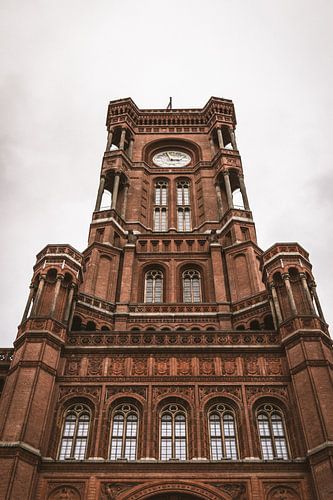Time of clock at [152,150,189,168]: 2:56
